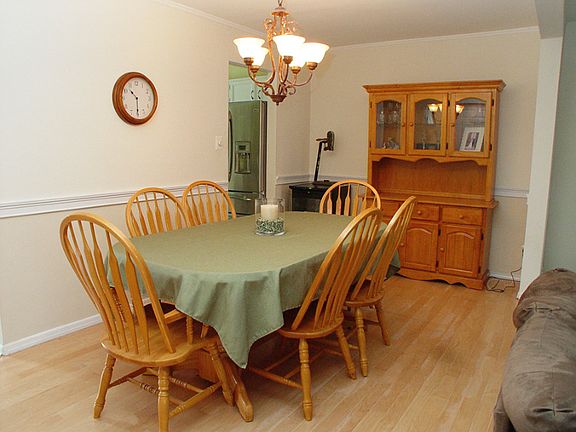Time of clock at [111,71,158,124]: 10:30
